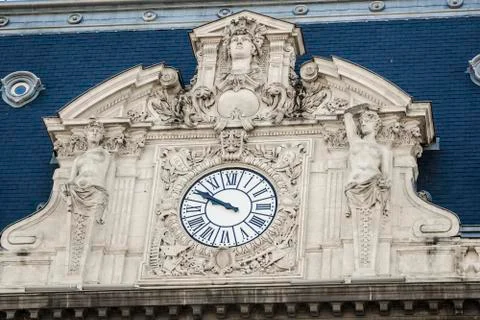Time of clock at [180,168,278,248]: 9:50
